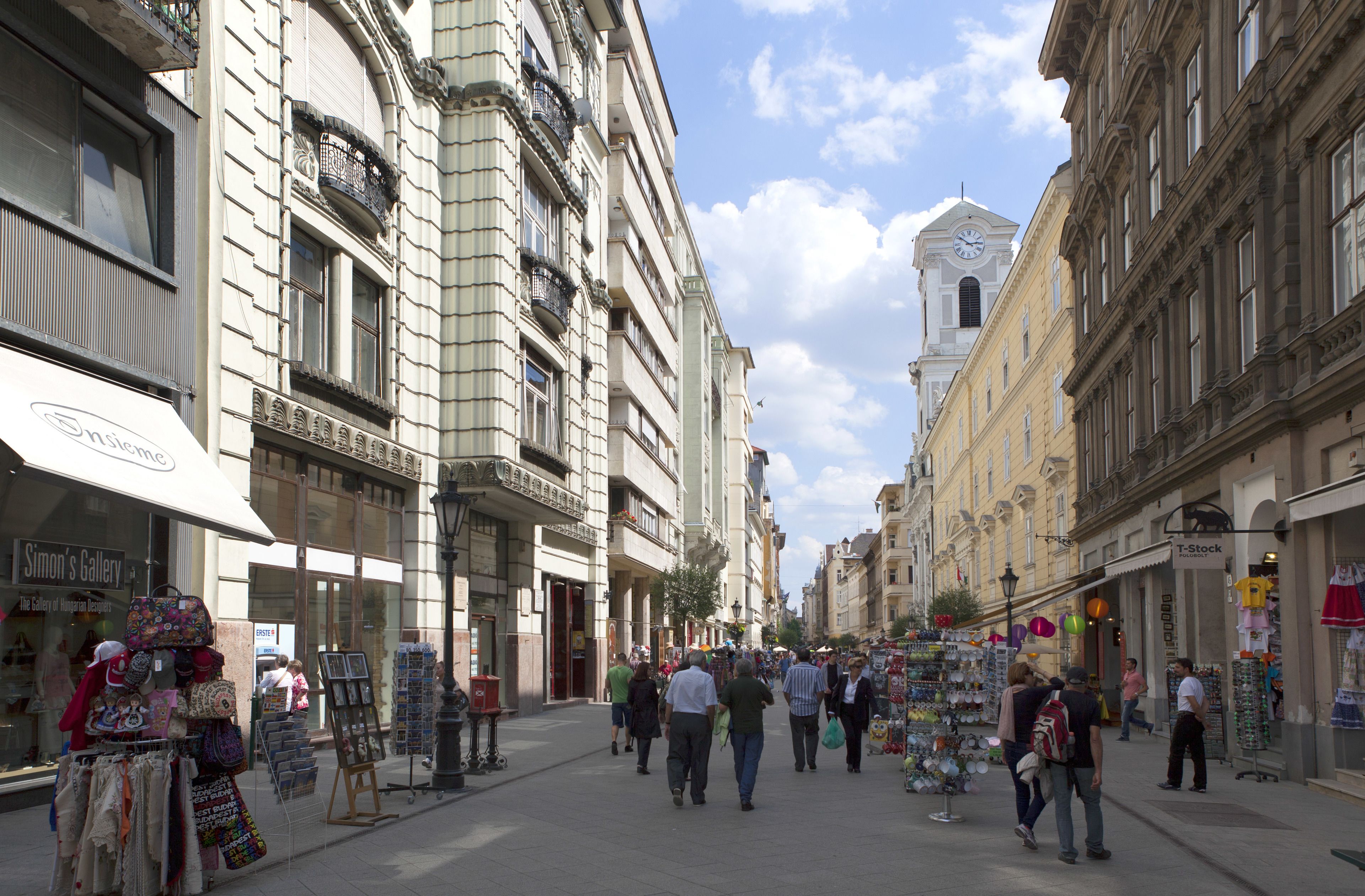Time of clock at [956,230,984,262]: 2:50
